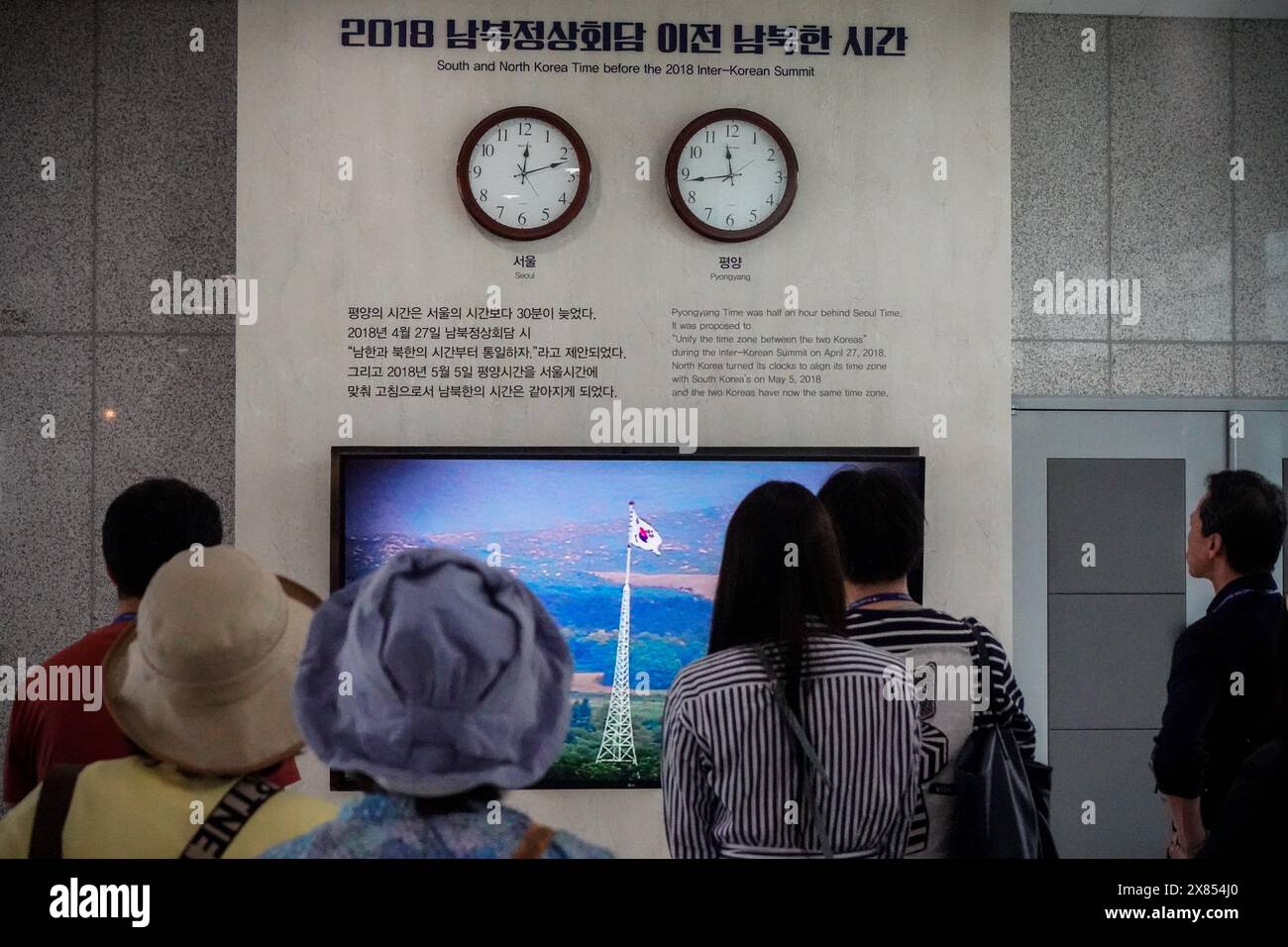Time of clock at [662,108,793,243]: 11:43
